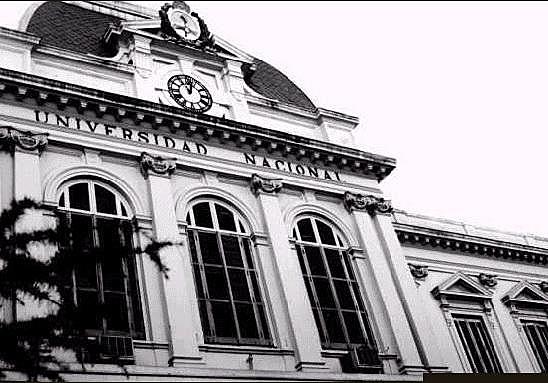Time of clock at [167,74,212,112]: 11:02
